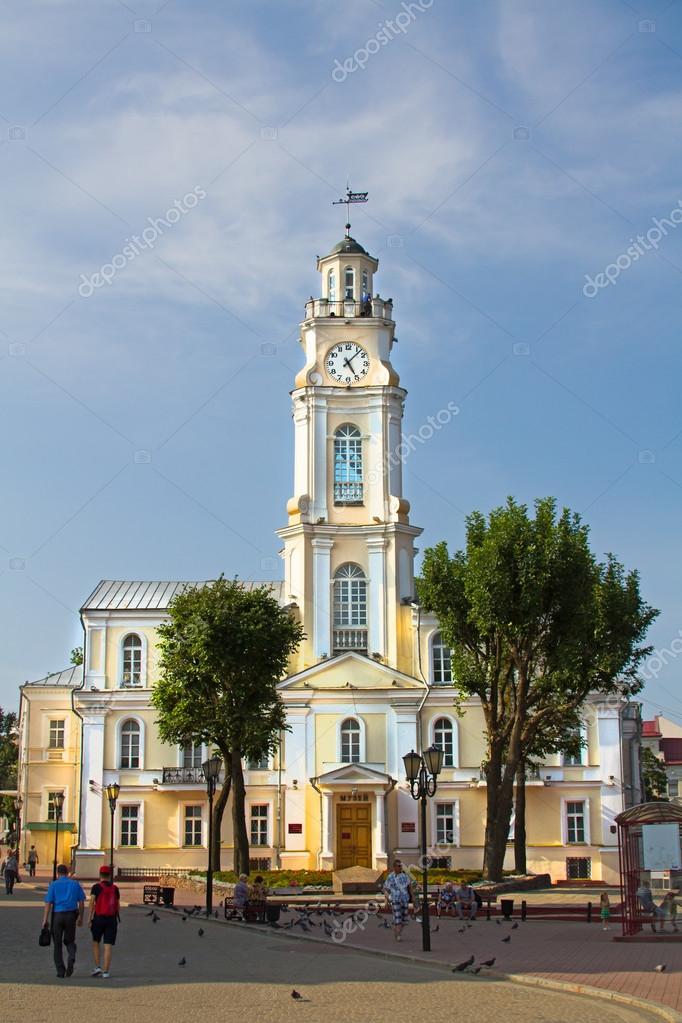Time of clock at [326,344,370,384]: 5:07
